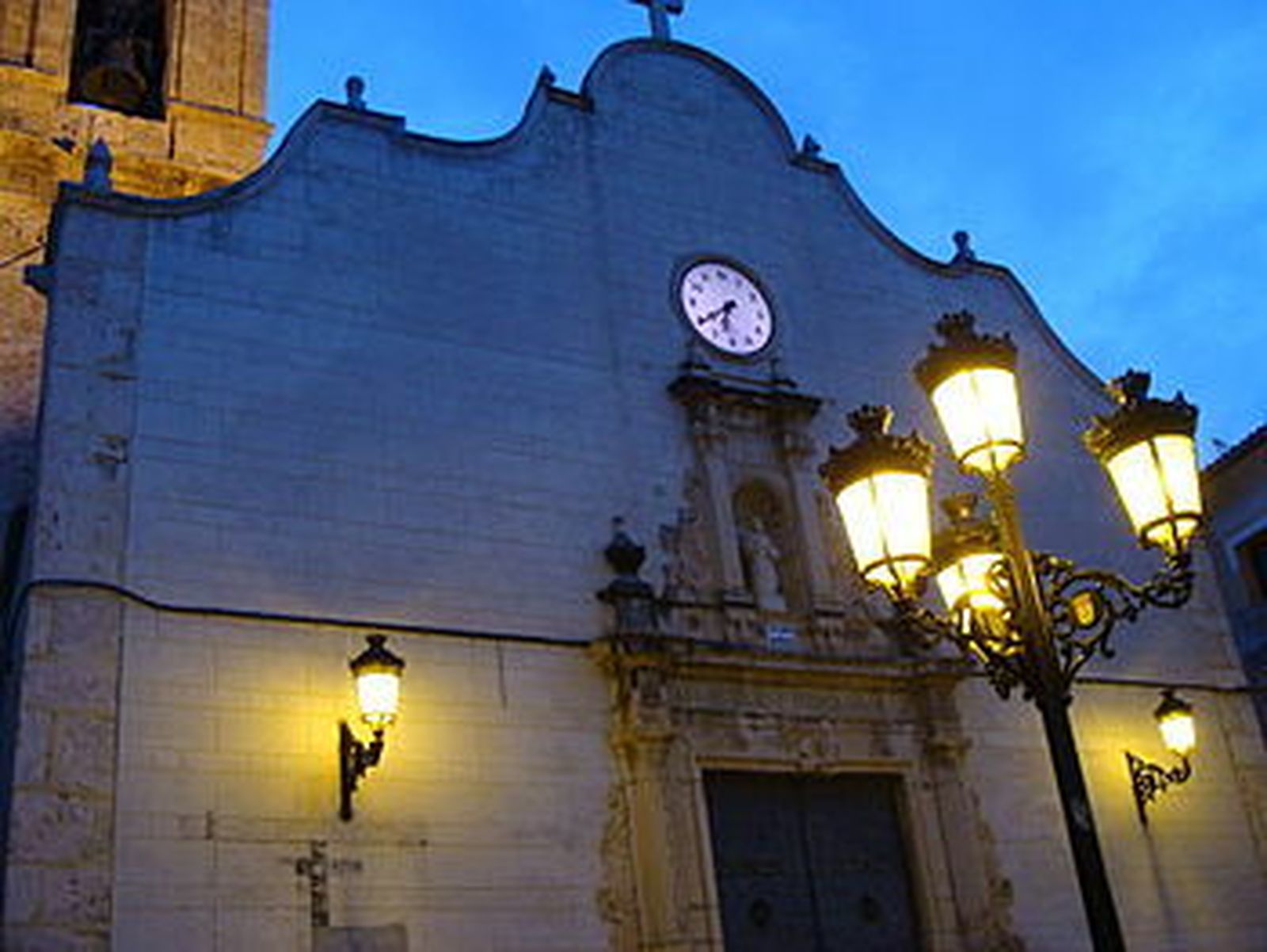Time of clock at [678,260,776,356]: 6:39
